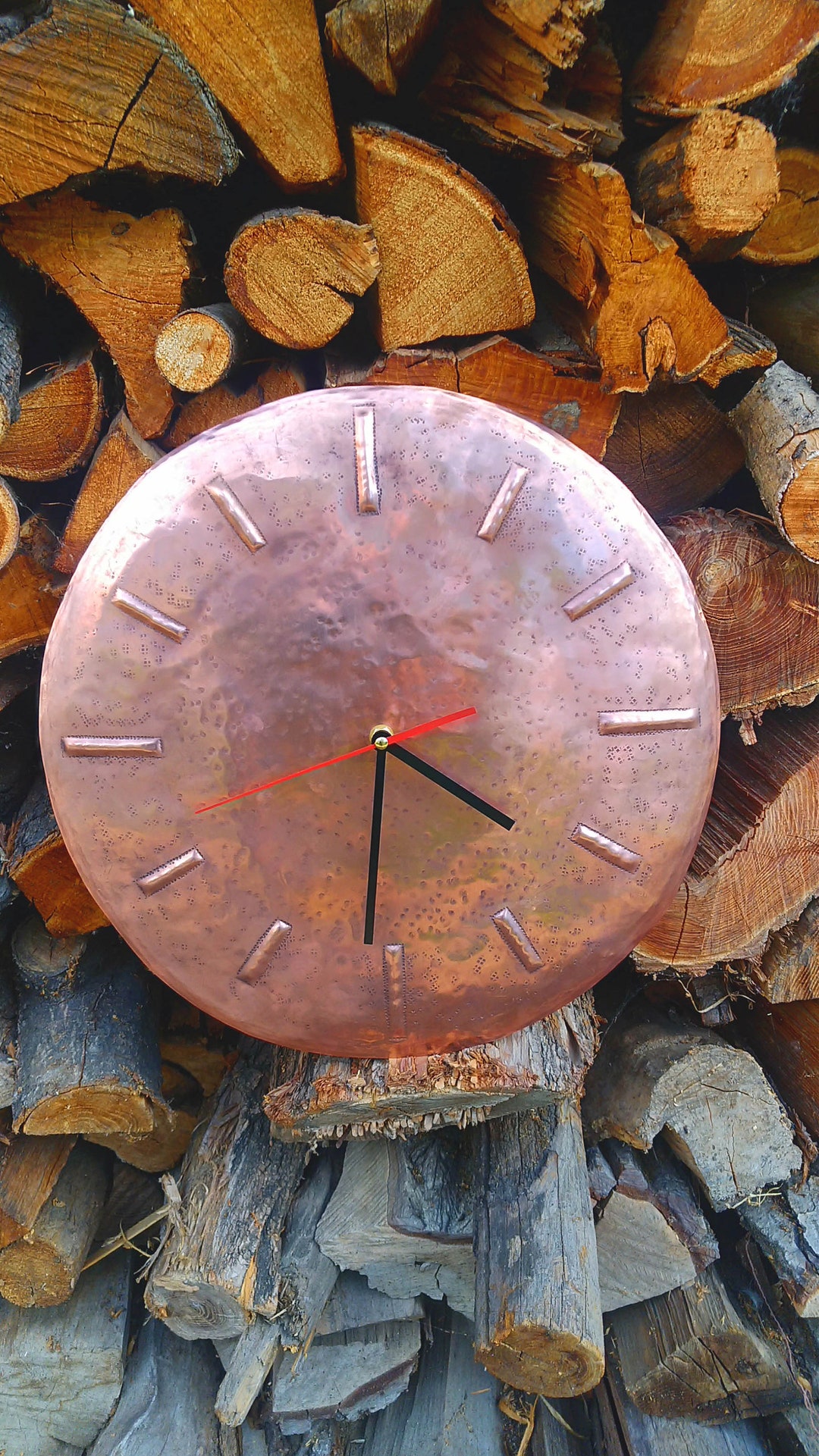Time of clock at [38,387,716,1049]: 4:31
